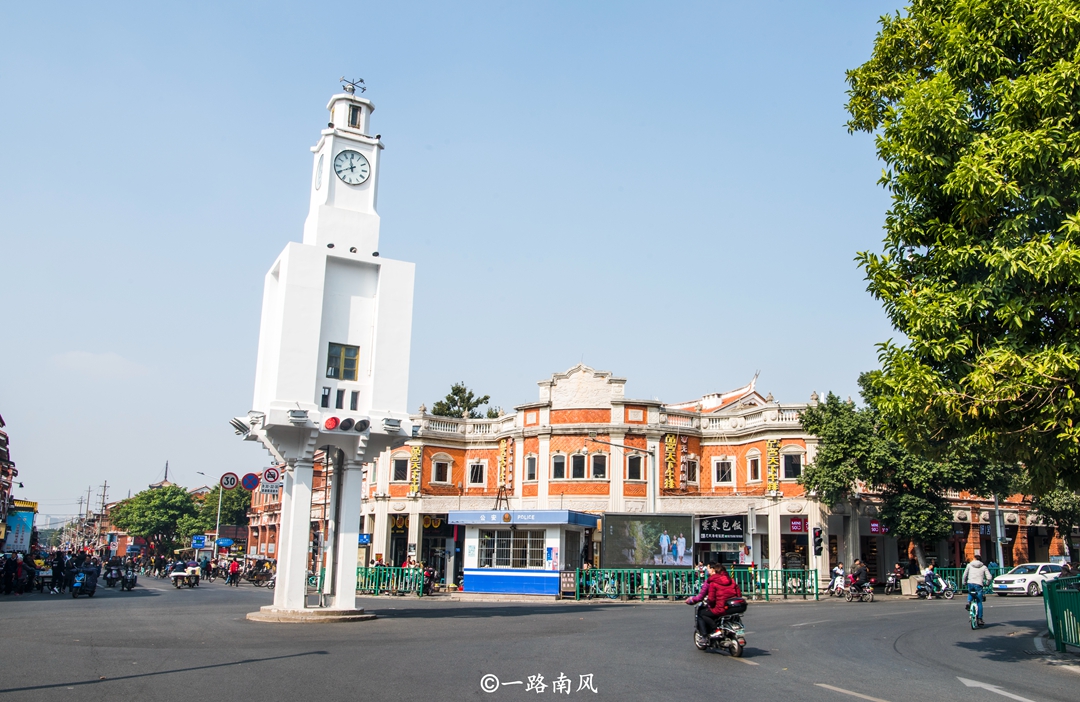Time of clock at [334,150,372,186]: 11:40
